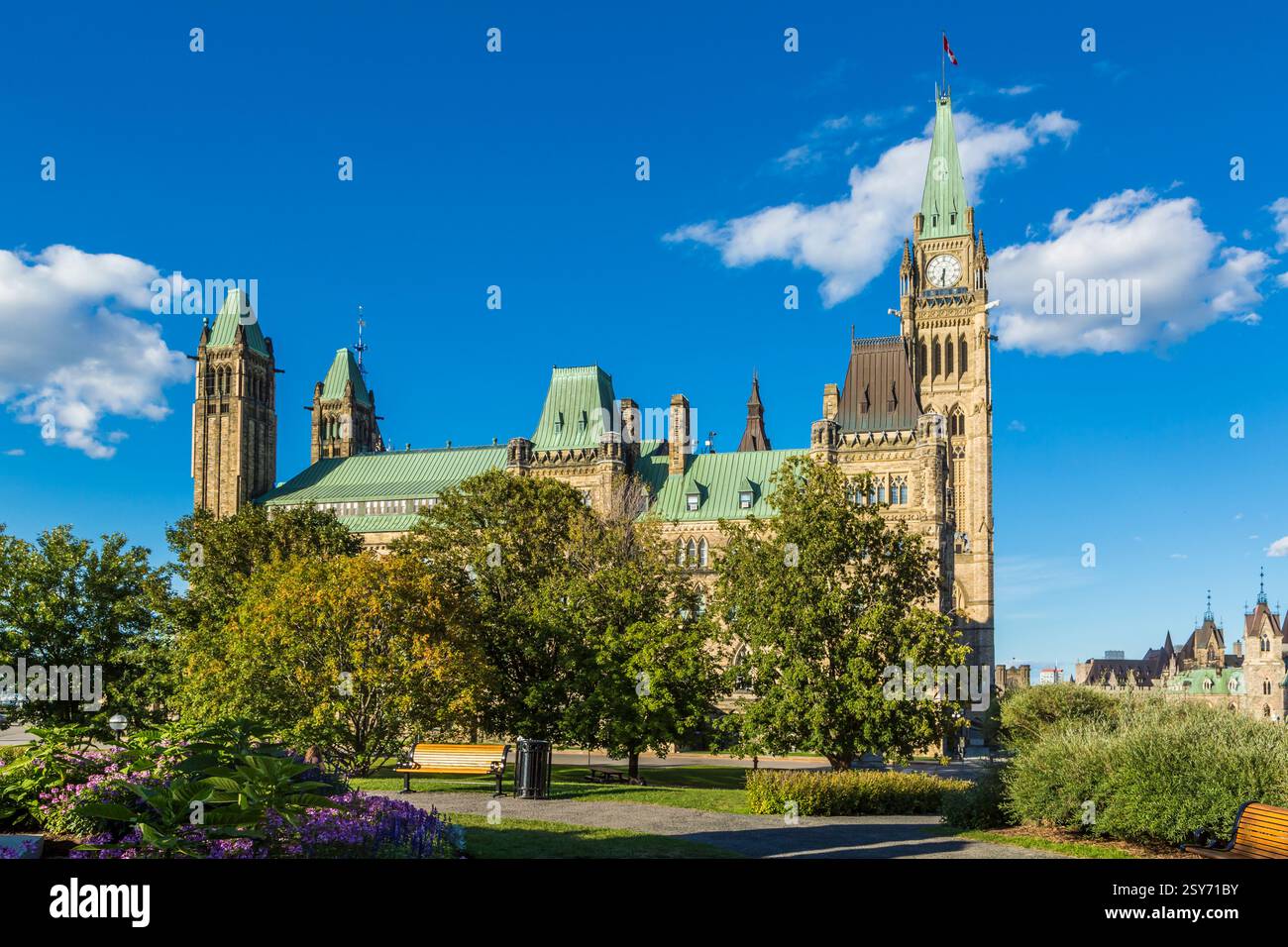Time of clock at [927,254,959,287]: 6:30
